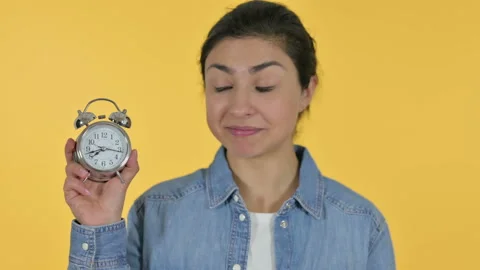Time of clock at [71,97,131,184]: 8:16
